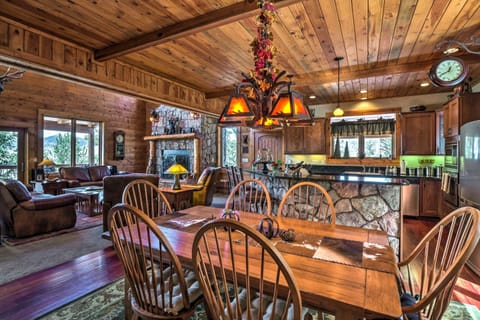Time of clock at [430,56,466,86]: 12:40
